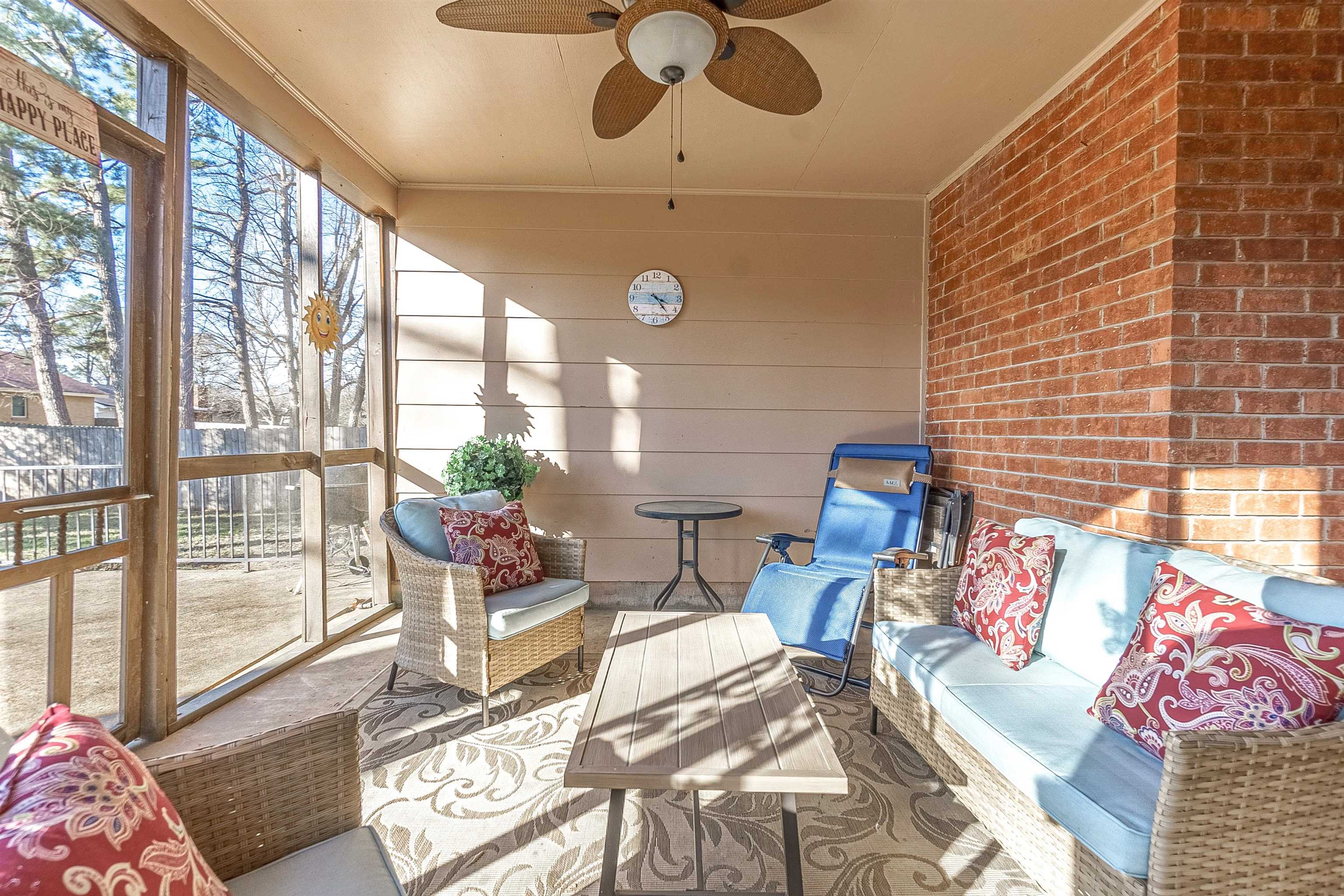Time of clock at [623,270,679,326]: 4:23
